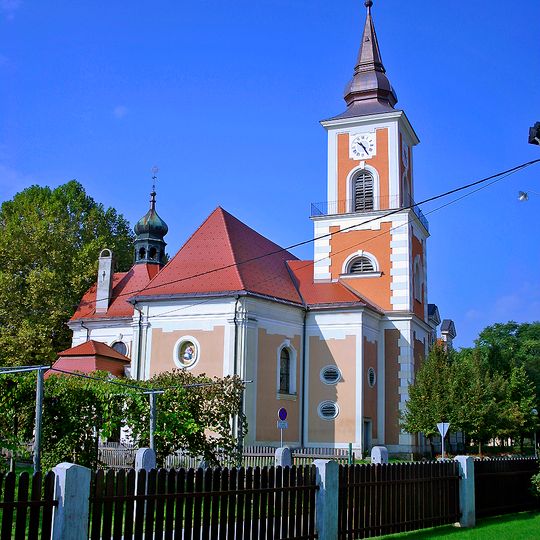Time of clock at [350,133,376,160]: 10:24
